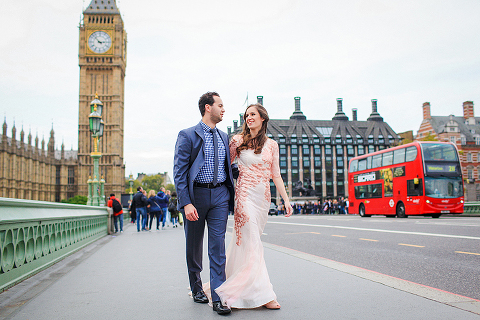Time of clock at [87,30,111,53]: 2:52
